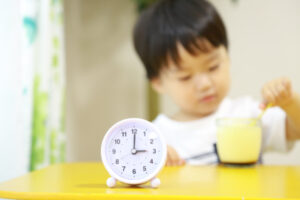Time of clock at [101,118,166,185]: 3:00
